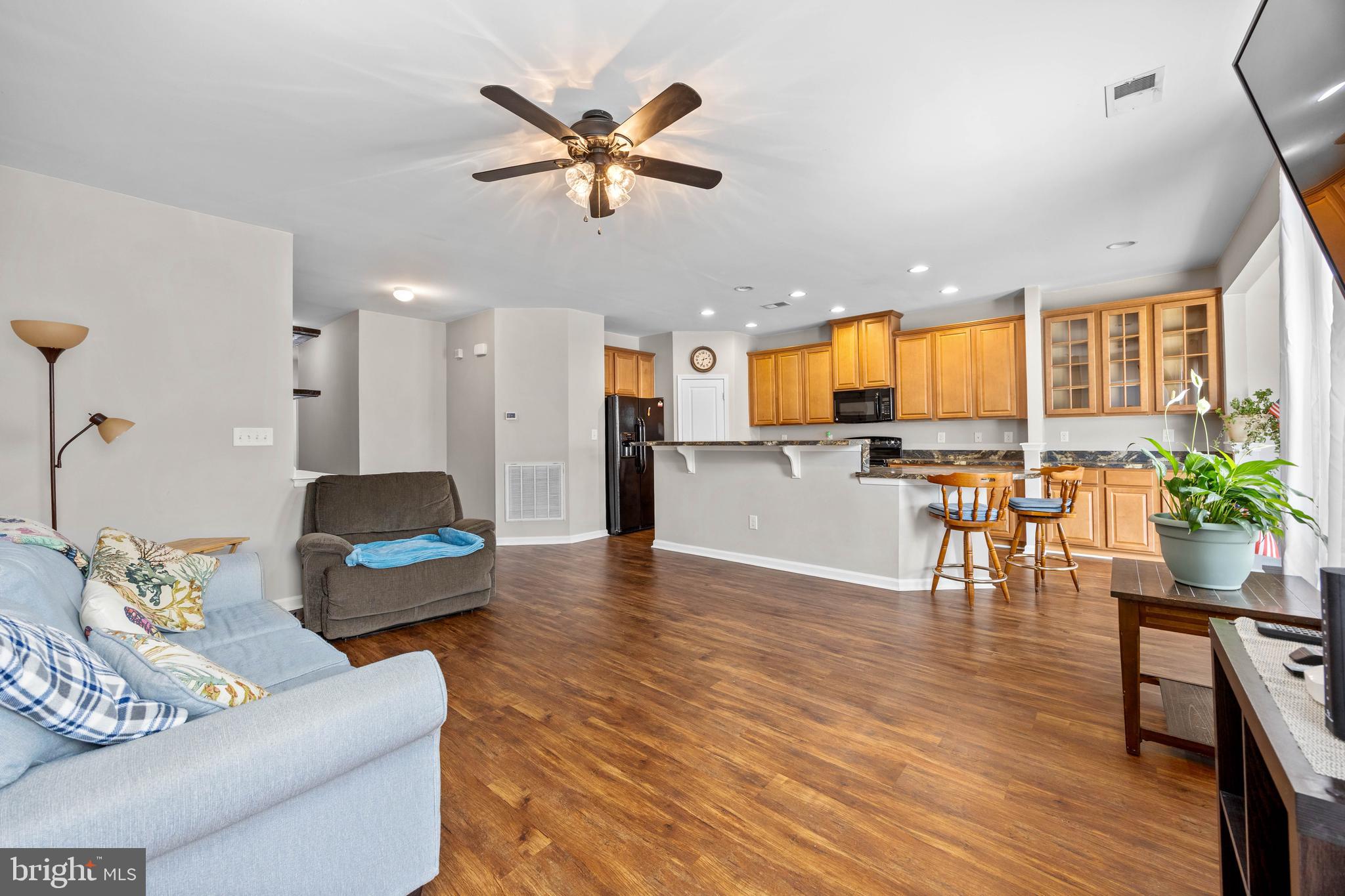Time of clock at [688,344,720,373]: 2:33
